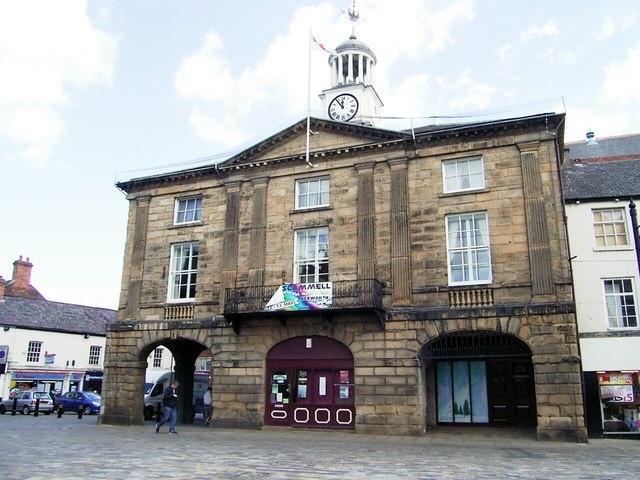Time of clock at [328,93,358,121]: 11:53
